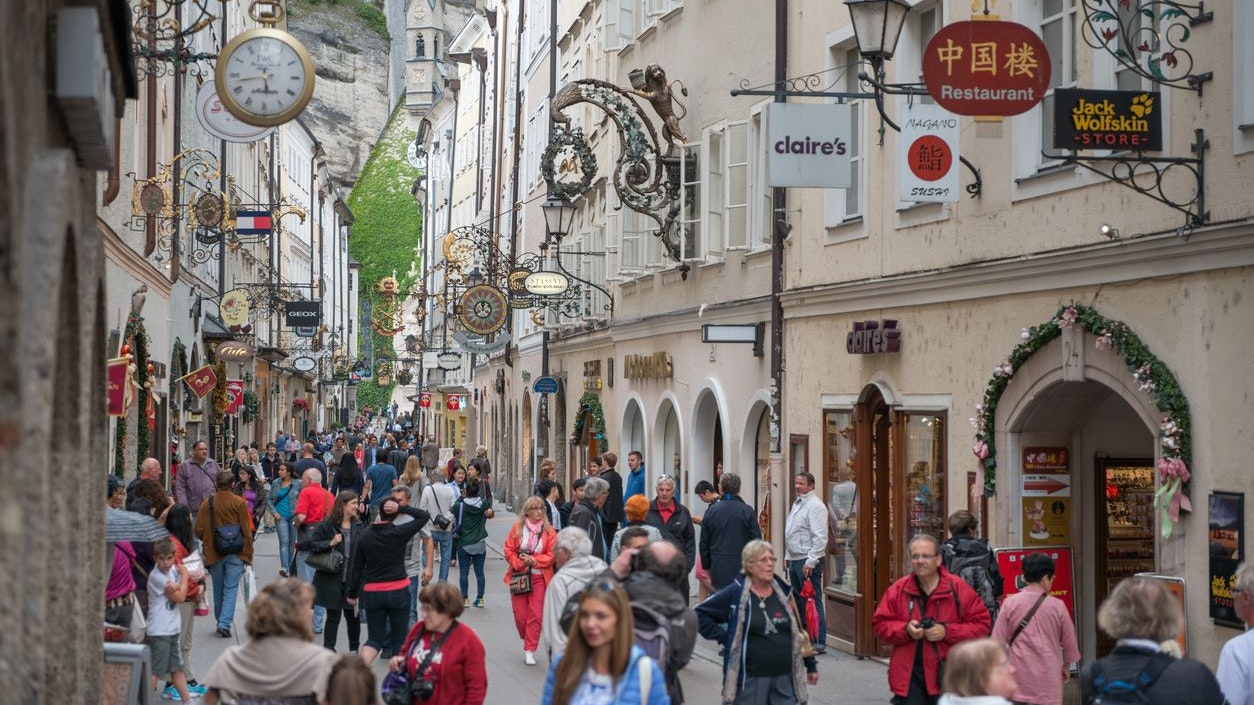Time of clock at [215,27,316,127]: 5:42
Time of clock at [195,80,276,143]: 5:42
